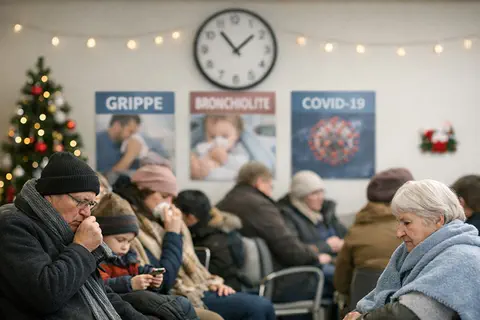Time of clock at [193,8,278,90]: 1:53
